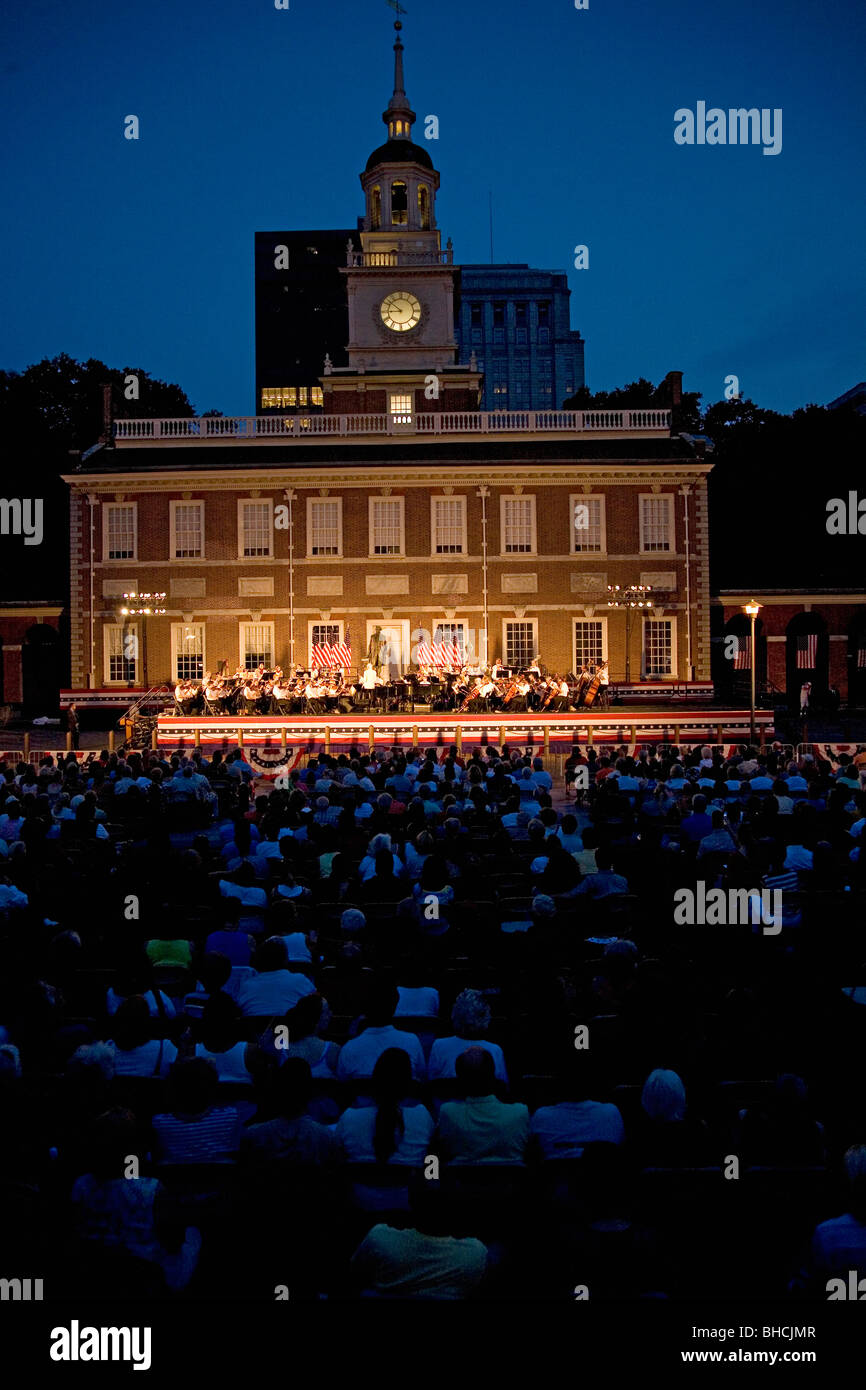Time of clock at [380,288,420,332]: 8:51
